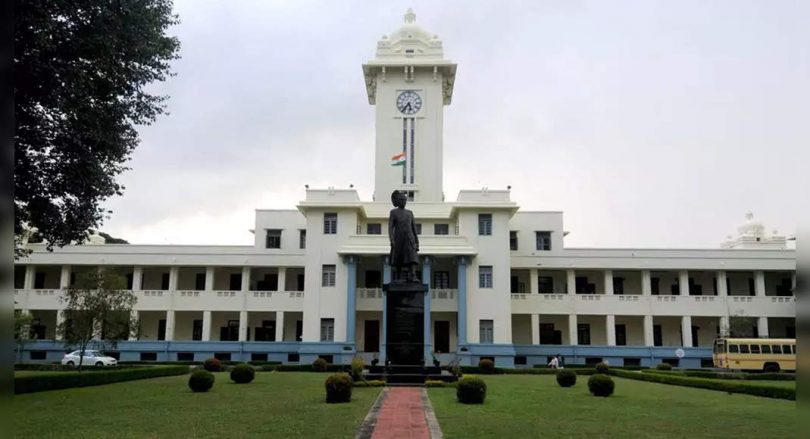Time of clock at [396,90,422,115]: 5:36
